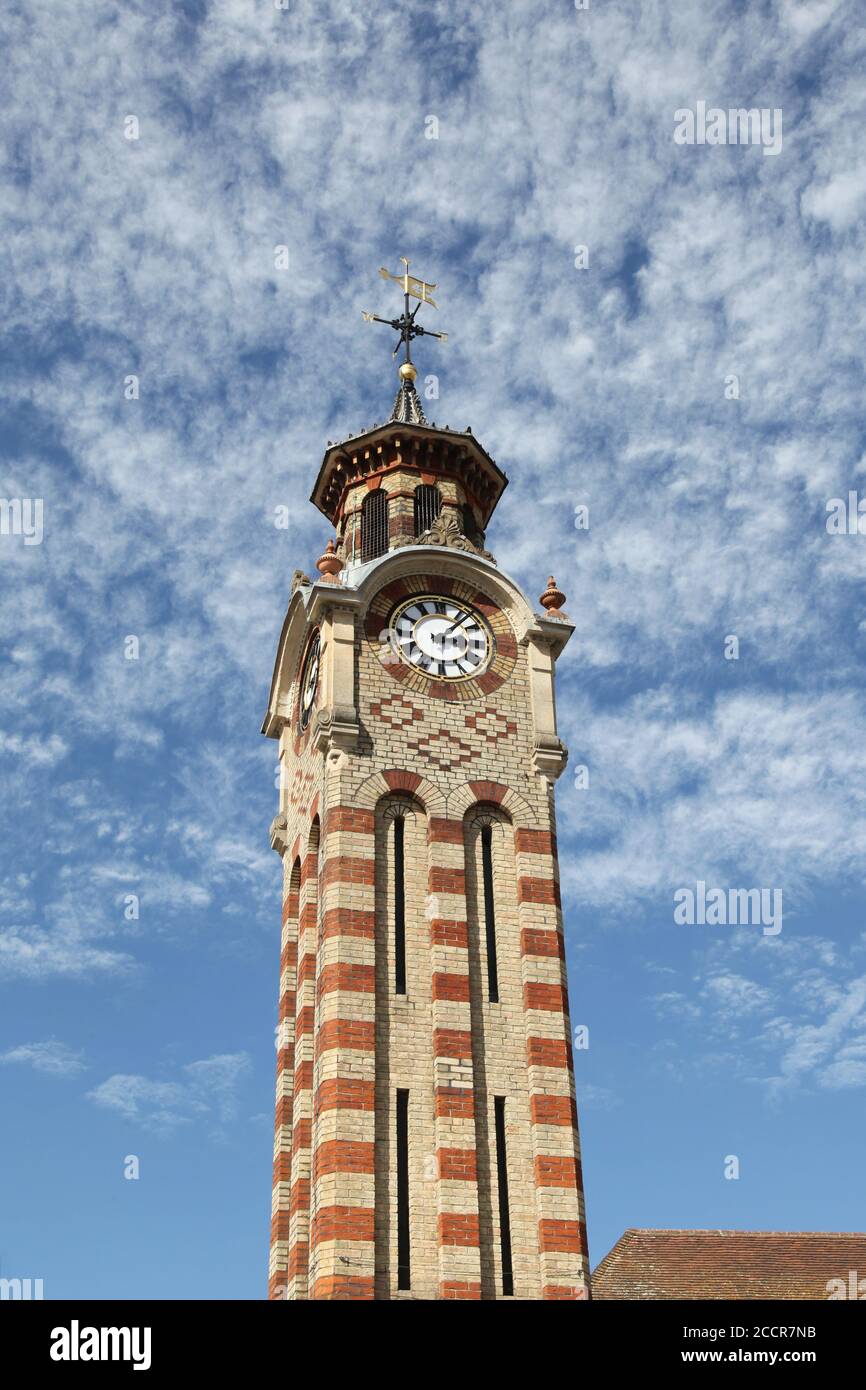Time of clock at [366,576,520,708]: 3:07
